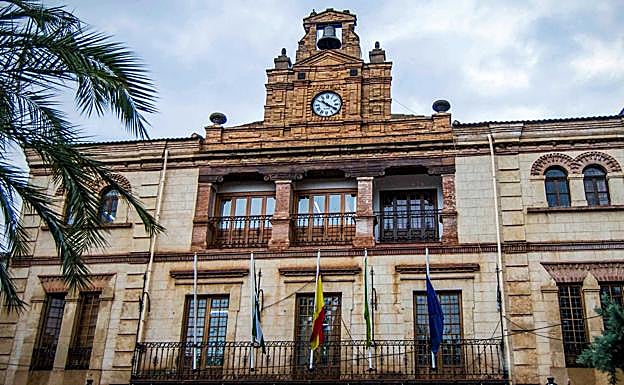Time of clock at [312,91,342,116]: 10:19
